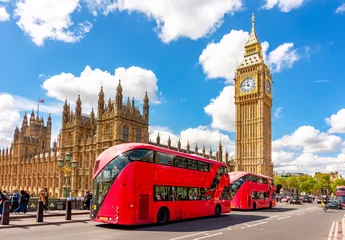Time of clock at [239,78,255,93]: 11:46
